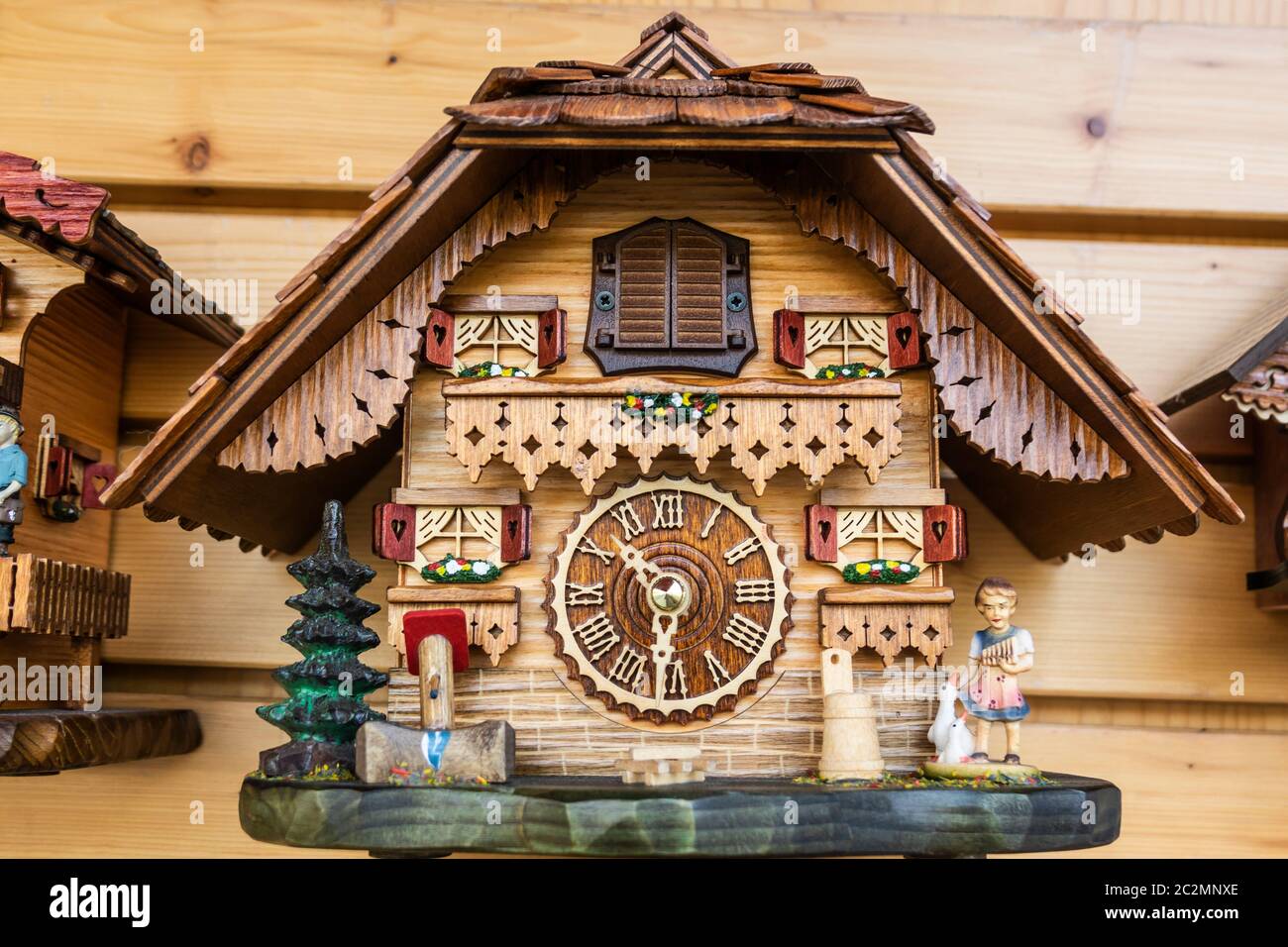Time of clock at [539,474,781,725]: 10:30
